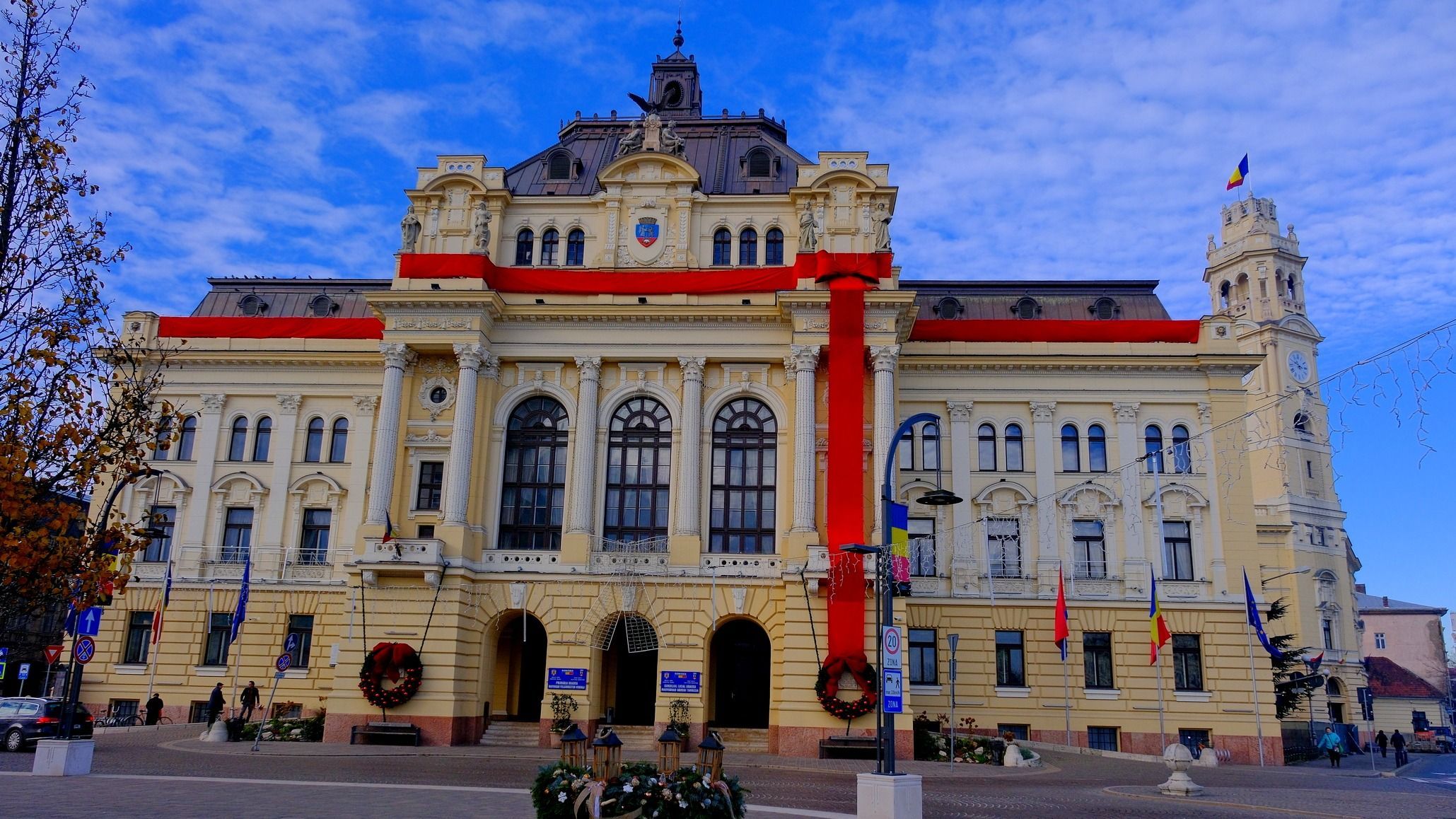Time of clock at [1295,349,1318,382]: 2:49
